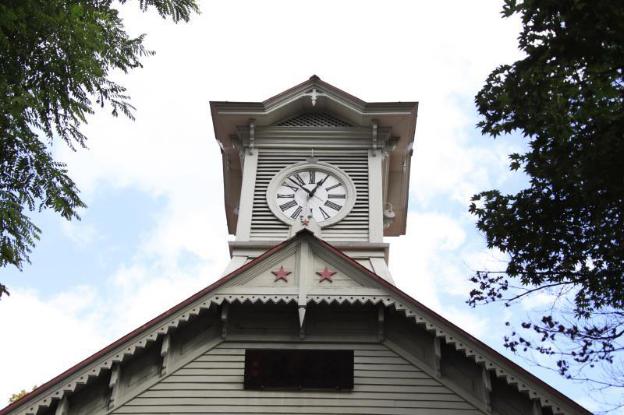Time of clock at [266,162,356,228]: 12:52
